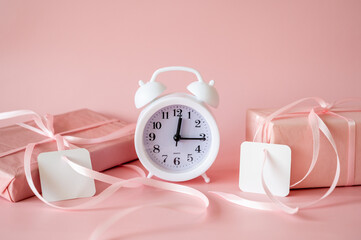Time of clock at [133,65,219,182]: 12:15
